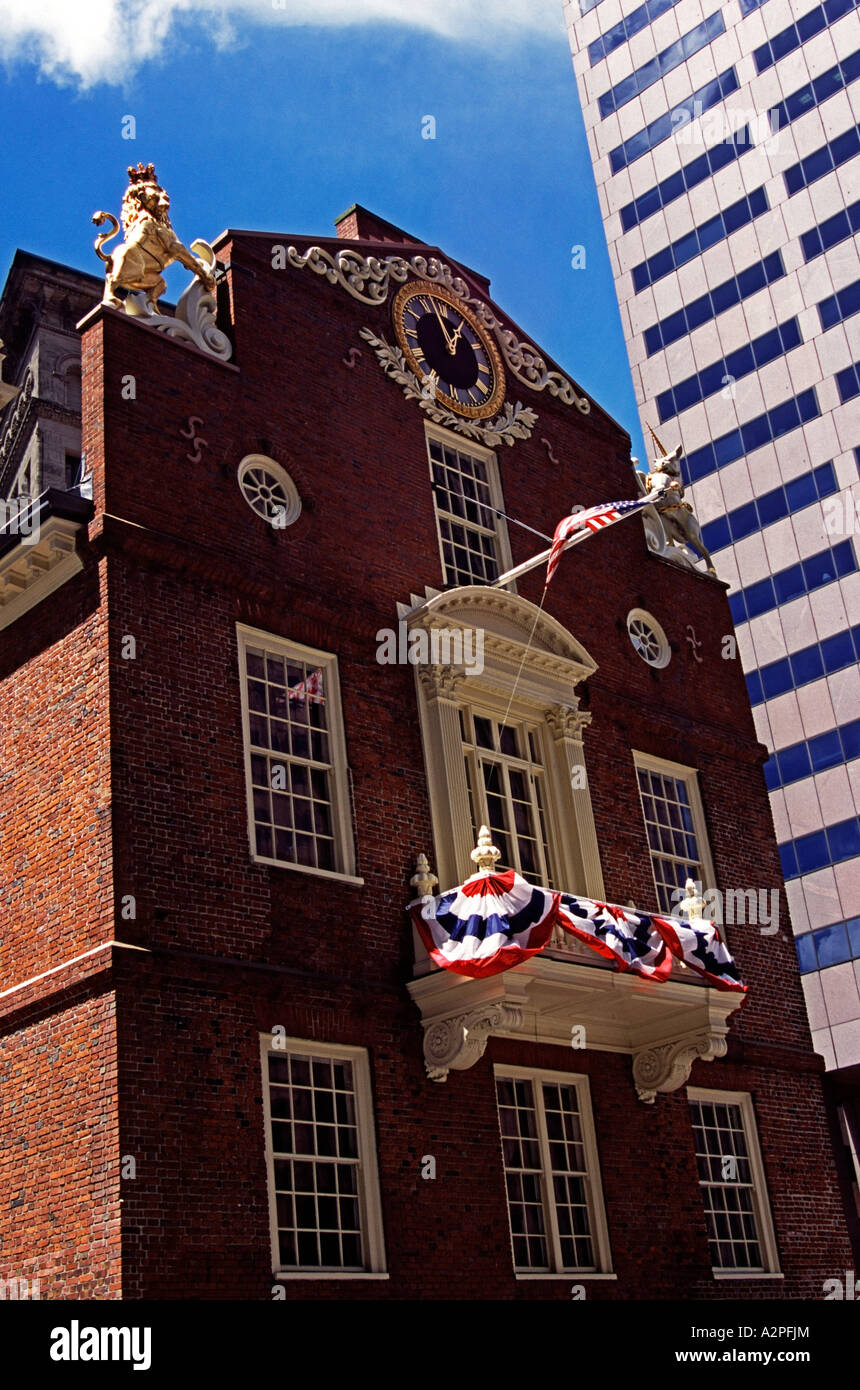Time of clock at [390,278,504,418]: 12:57
